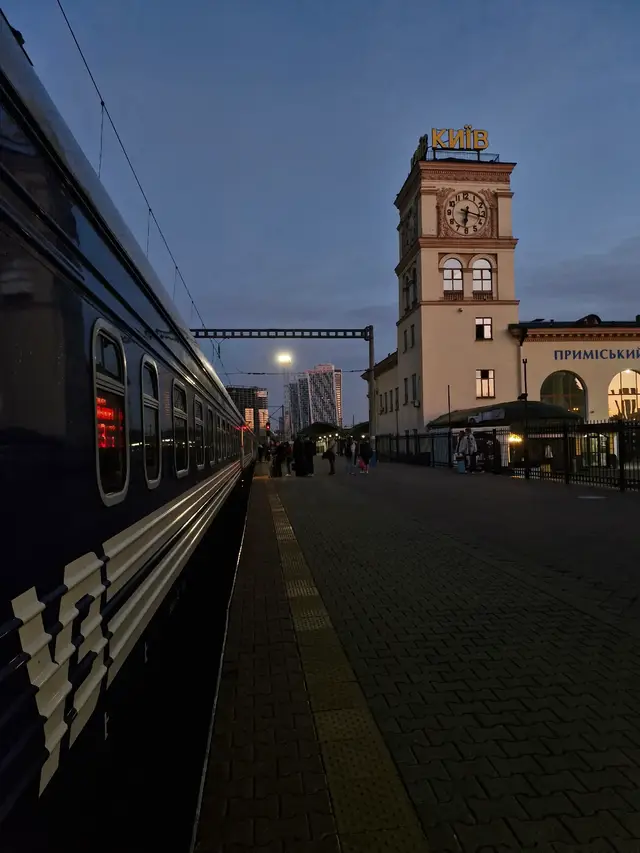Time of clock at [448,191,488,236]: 6:17
